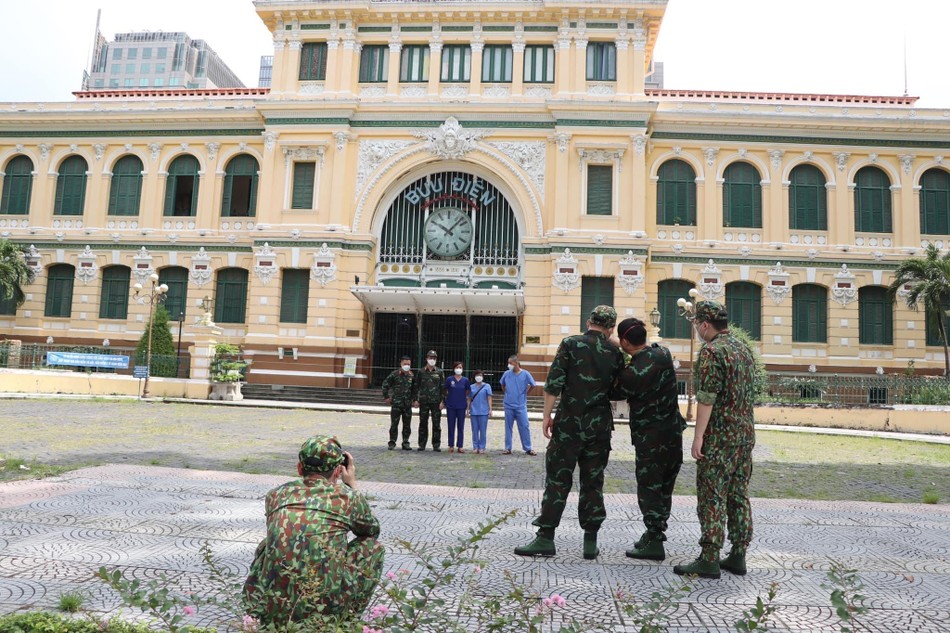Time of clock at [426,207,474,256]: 10:07
